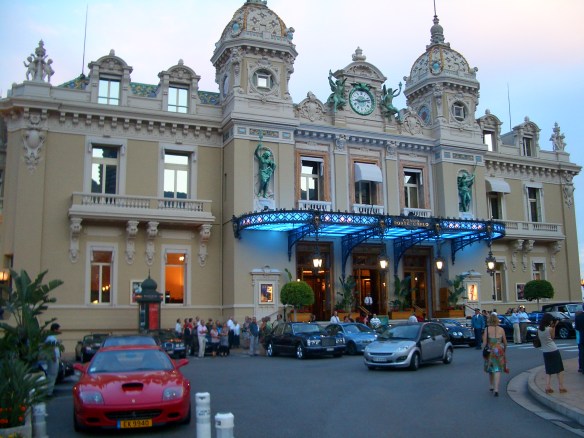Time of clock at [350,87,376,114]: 9:12
